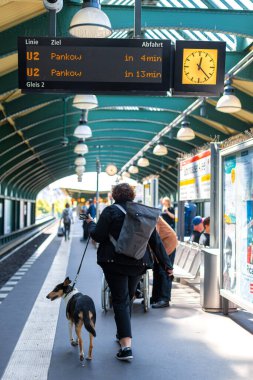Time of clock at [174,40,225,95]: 12:22
